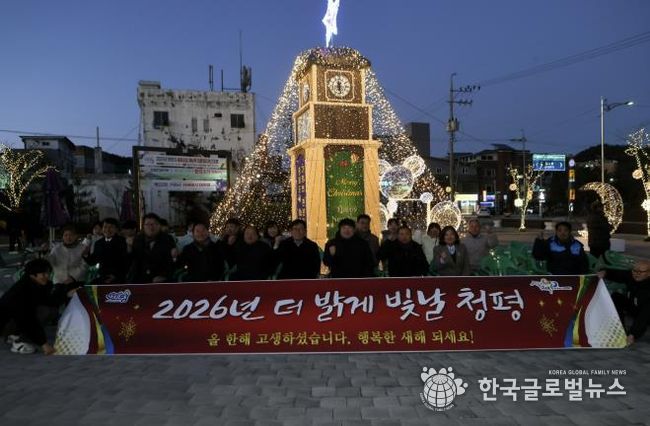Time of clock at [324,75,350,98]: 6:28
